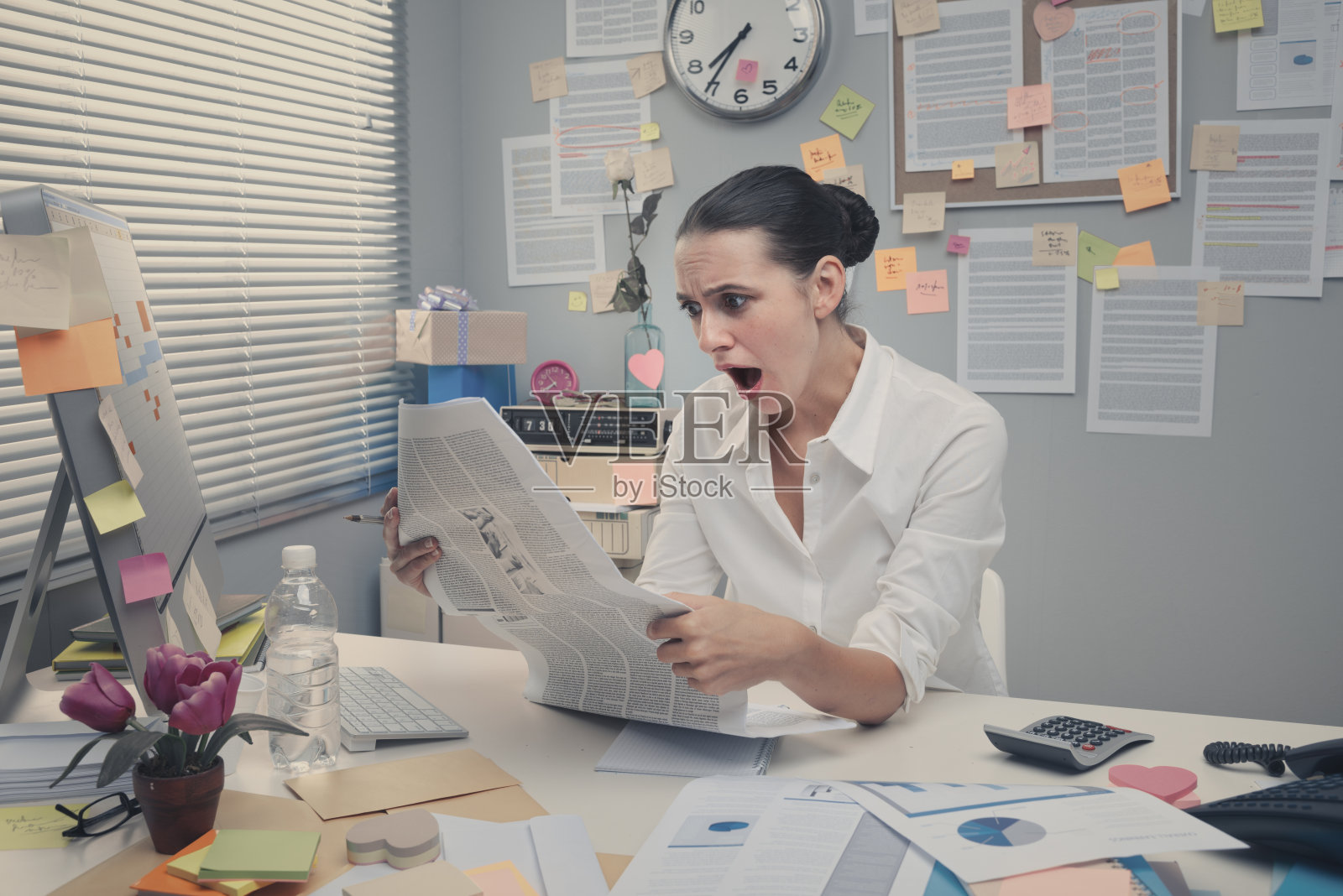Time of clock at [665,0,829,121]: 7:35
